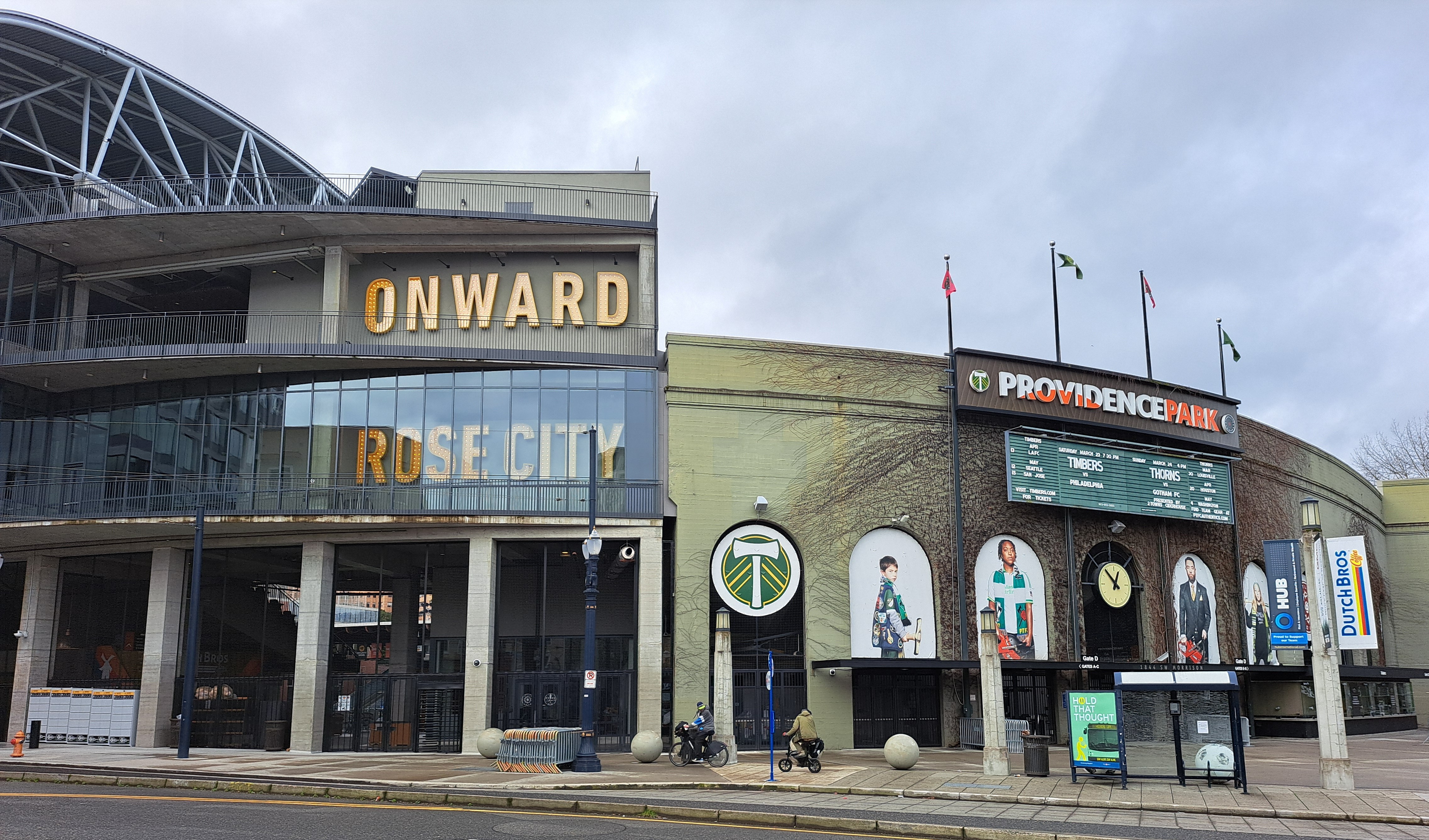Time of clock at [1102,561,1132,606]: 12:53
